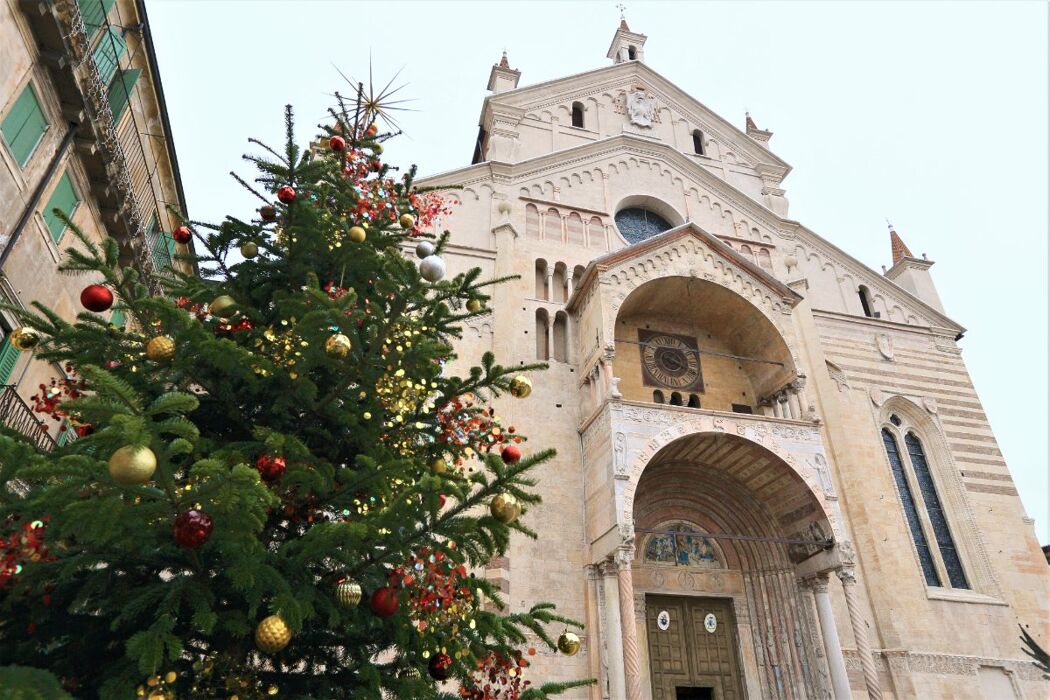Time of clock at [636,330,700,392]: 1:18
